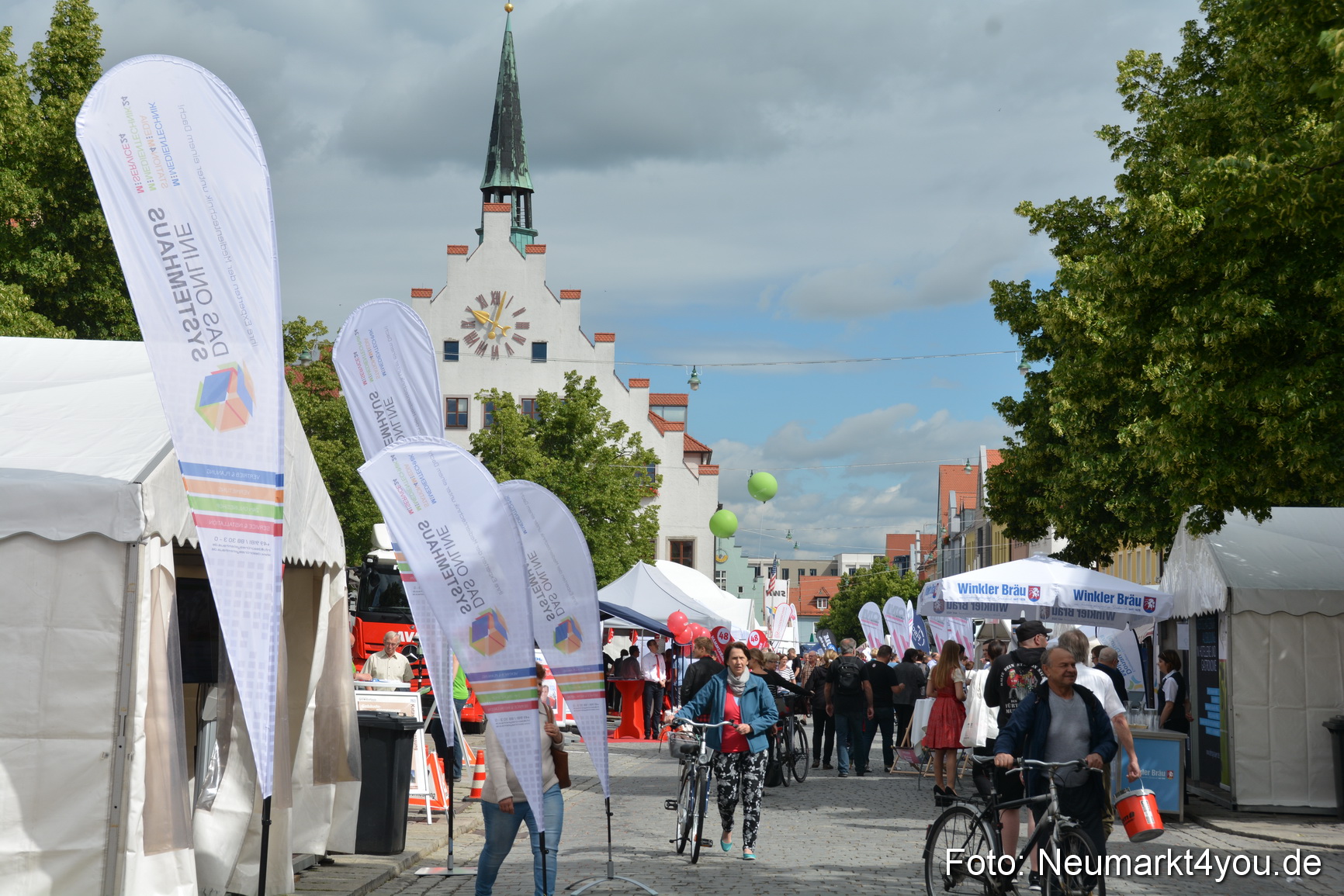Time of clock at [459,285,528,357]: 10:02
